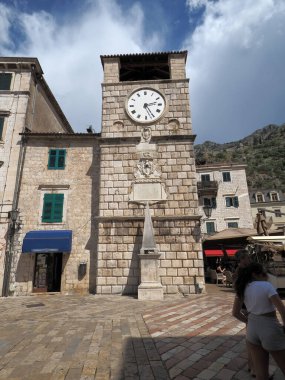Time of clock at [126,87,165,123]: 2:25
